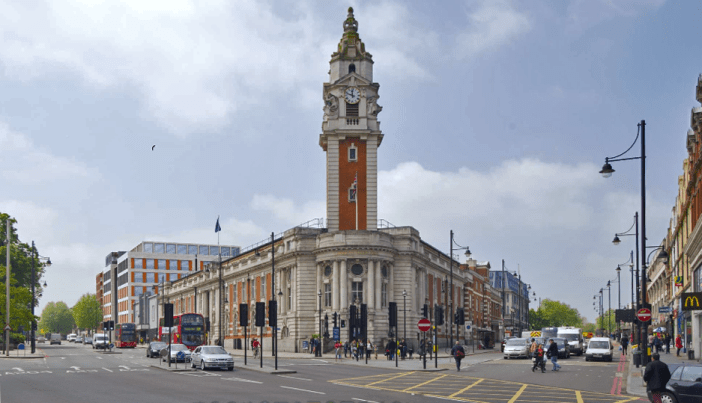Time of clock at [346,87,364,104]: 11:48
